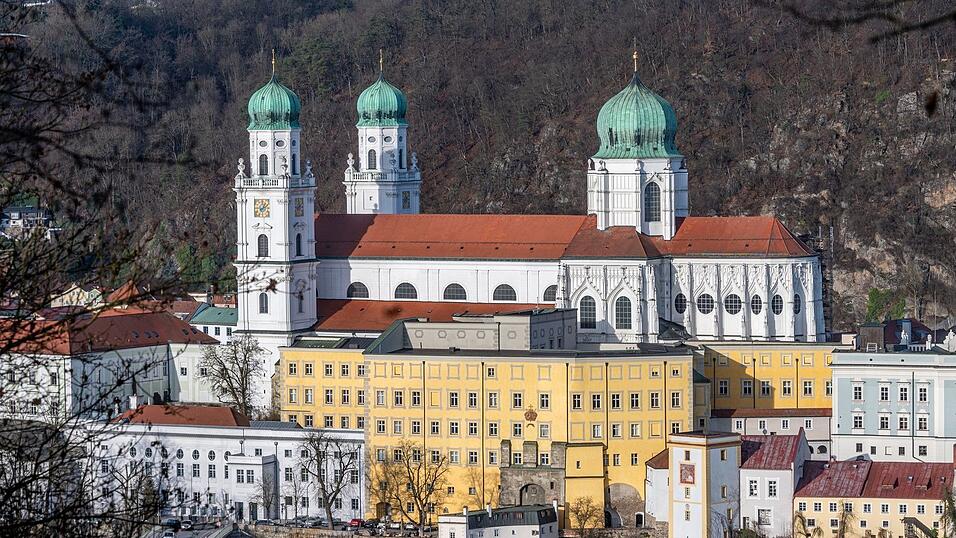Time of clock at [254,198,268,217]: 1:11
